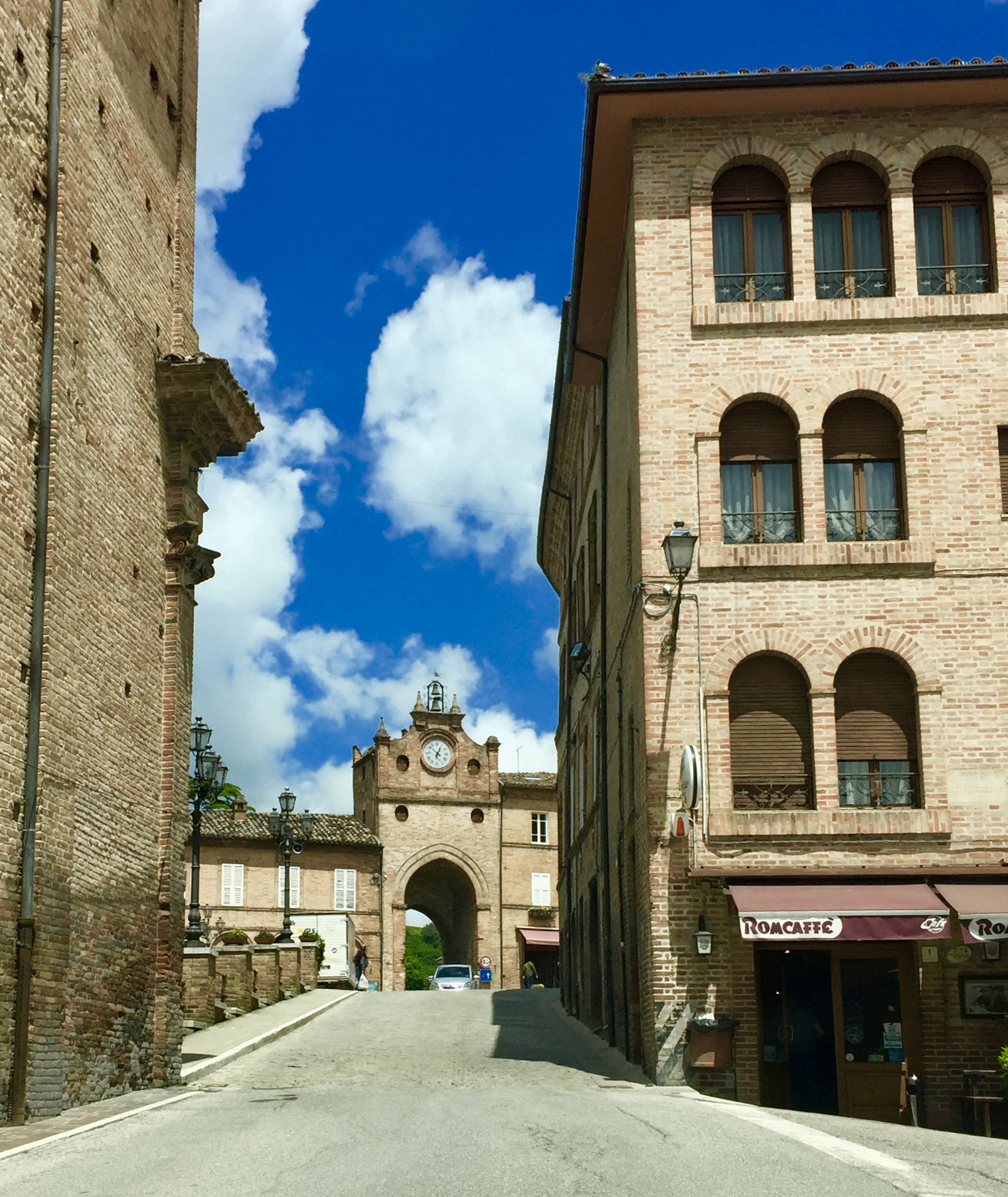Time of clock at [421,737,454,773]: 12:52
